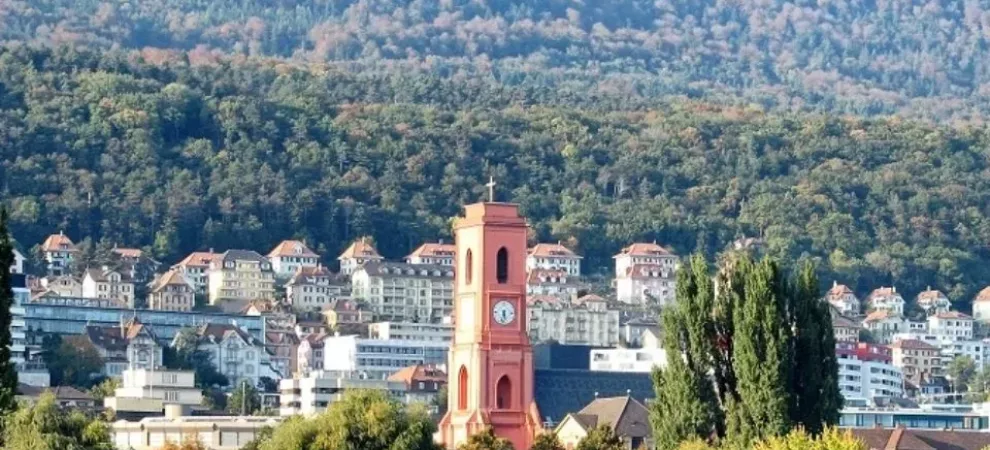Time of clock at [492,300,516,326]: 5:32
